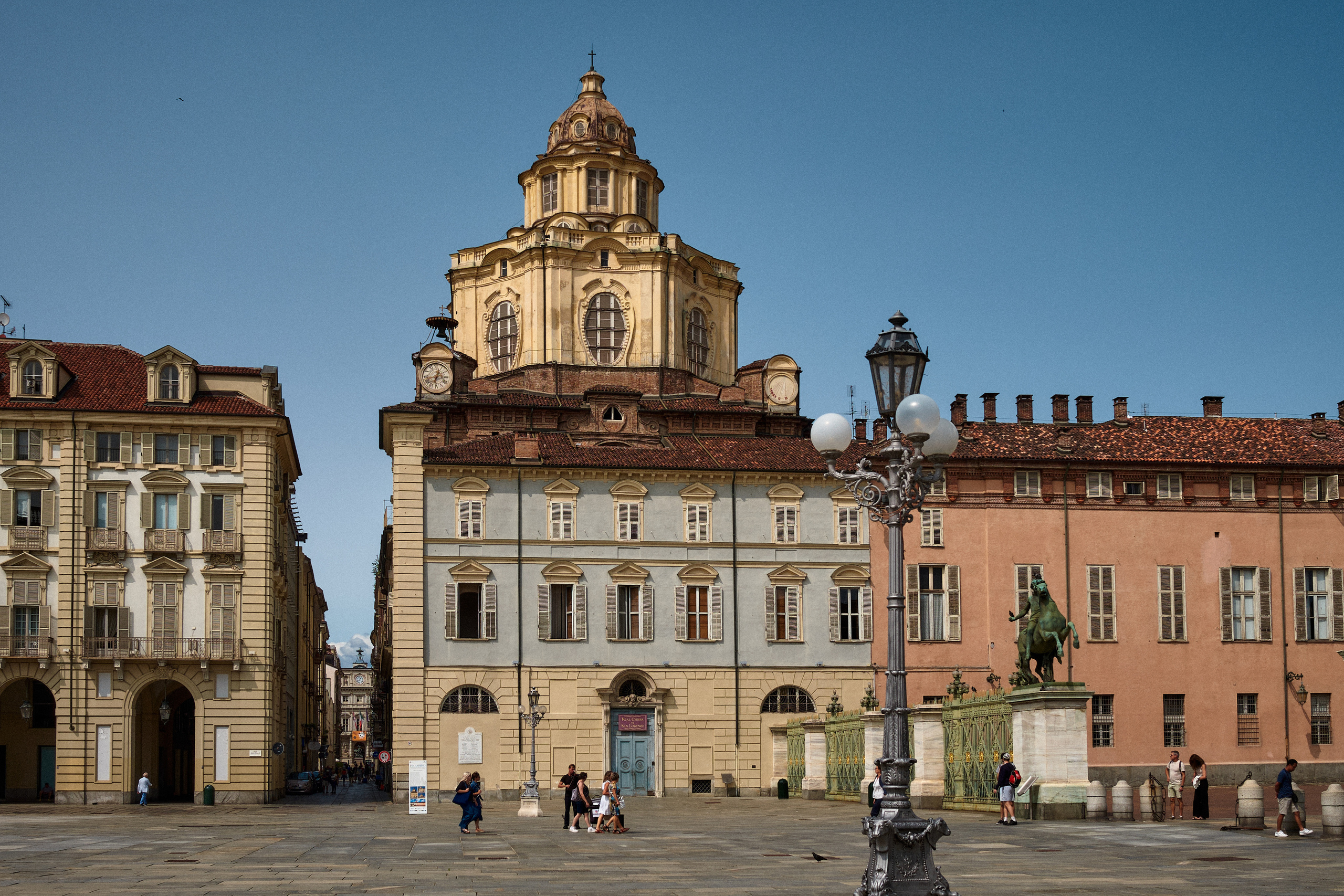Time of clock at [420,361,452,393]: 12:42
